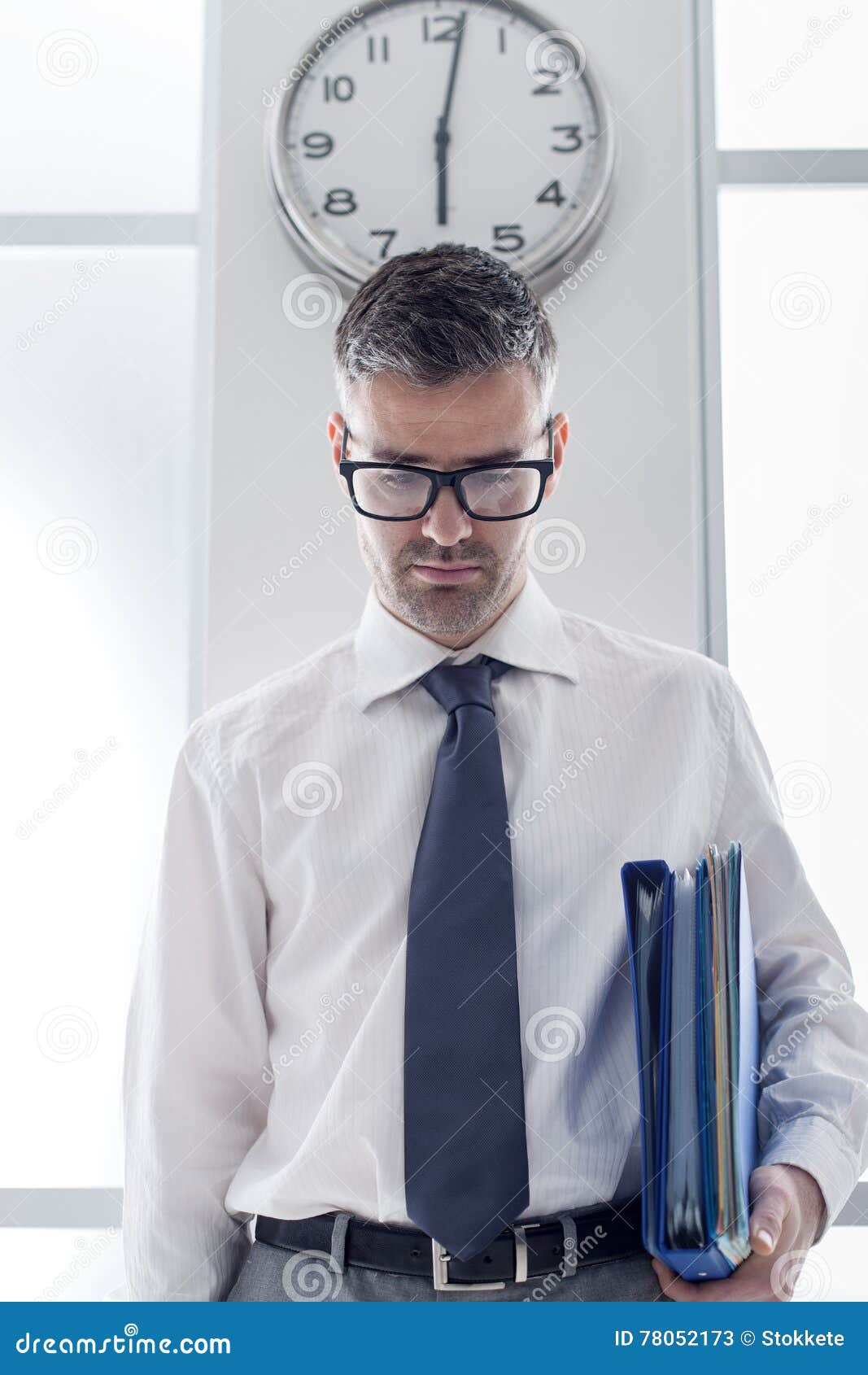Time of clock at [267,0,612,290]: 6:01
